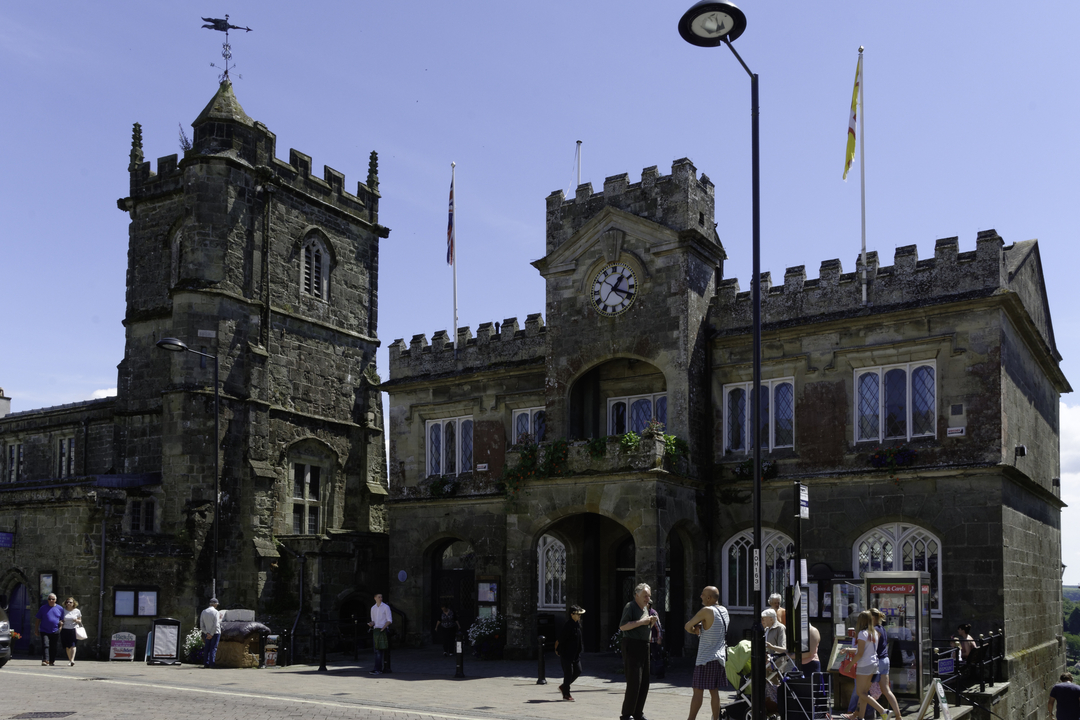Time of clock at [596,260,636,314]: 1:18
